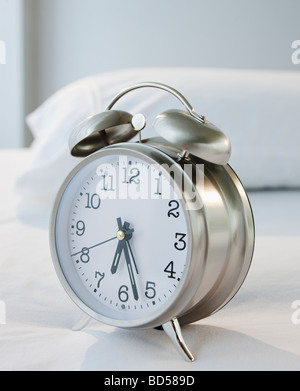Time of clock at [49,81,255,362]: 6:27
